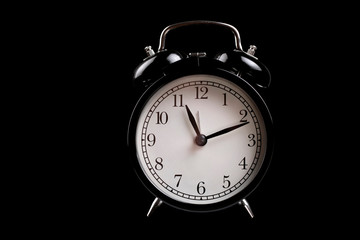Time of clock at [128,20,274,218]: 11:11
